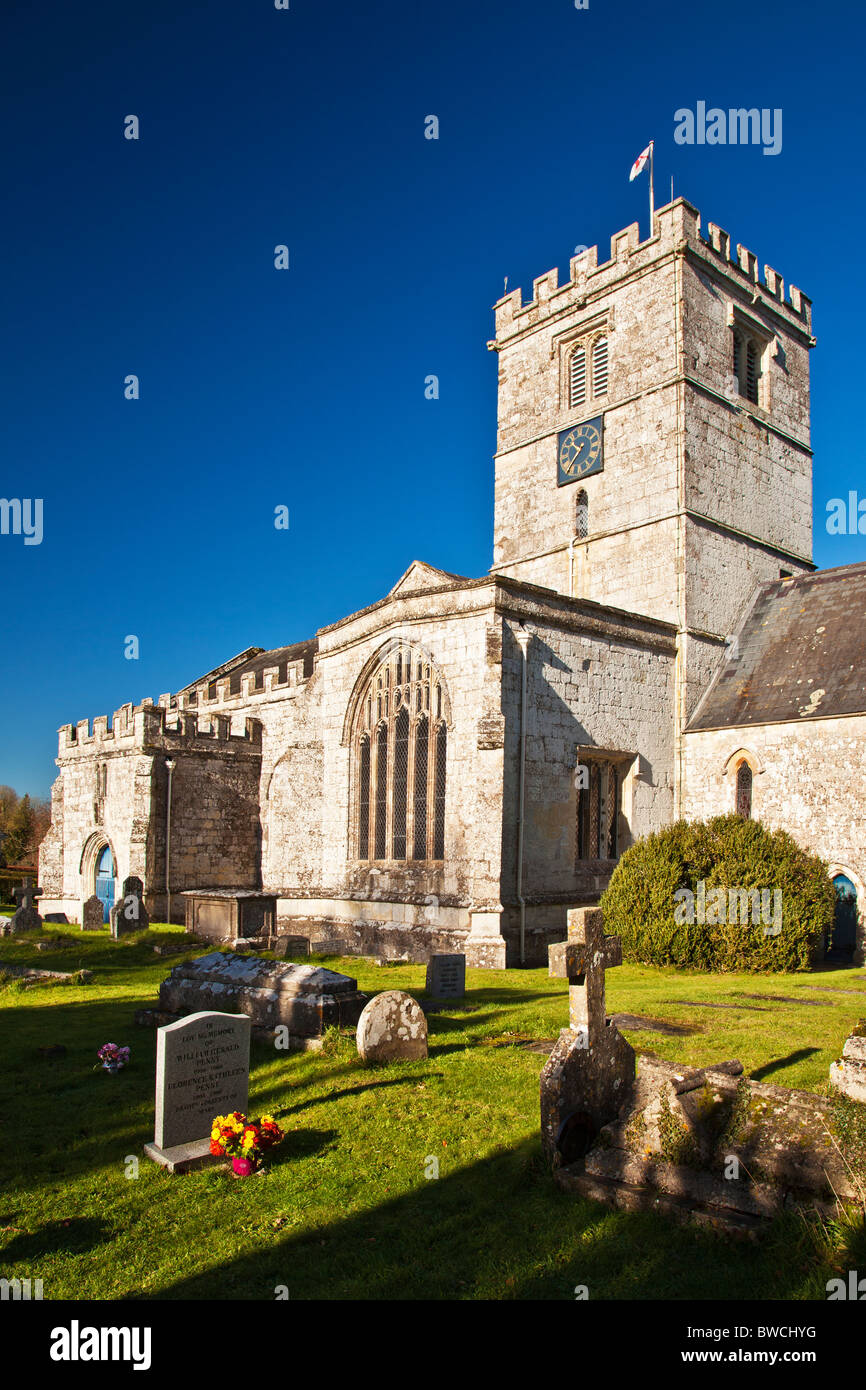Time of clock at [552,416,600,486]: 10:36
